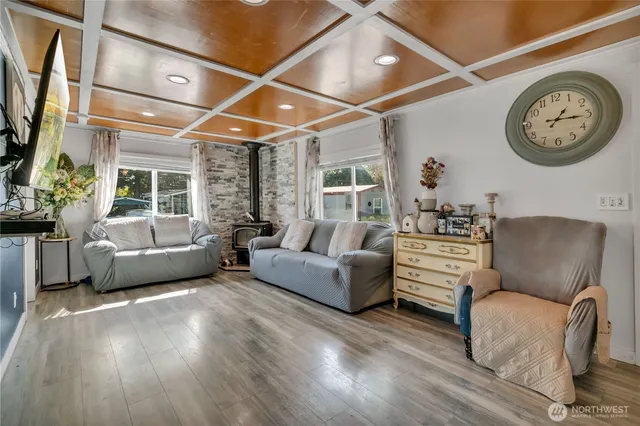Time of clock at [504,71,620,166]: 1:15
